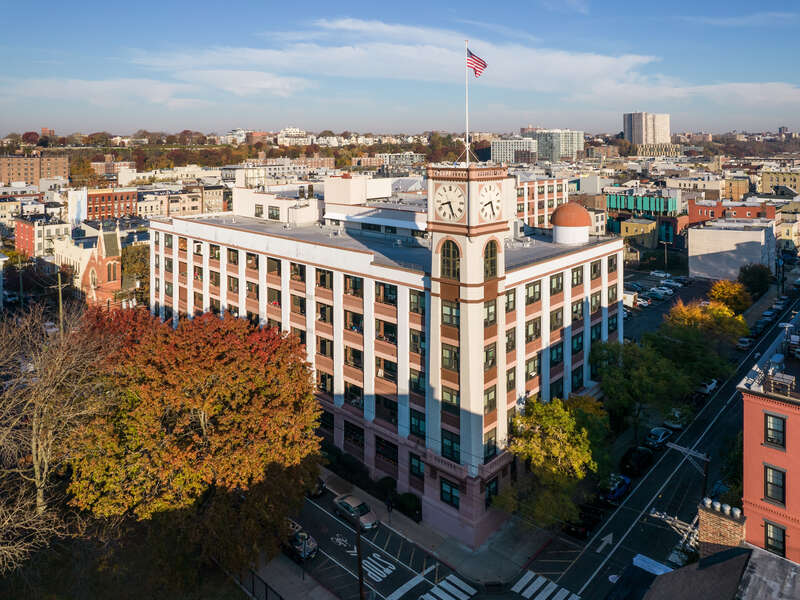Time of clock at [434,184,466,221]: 8:26
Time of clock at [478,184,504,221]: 8:27
